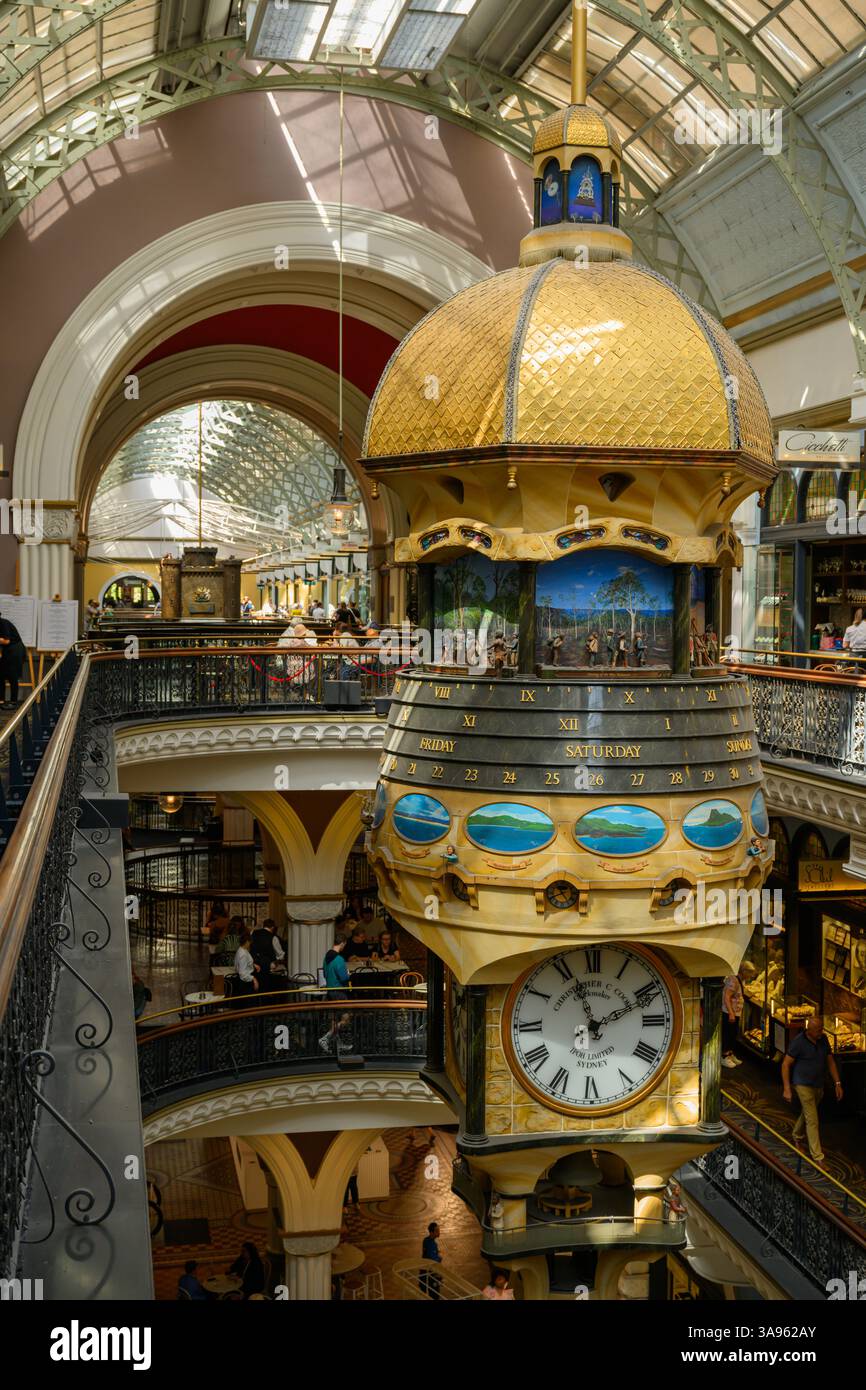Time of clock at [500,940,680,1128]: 11:10
